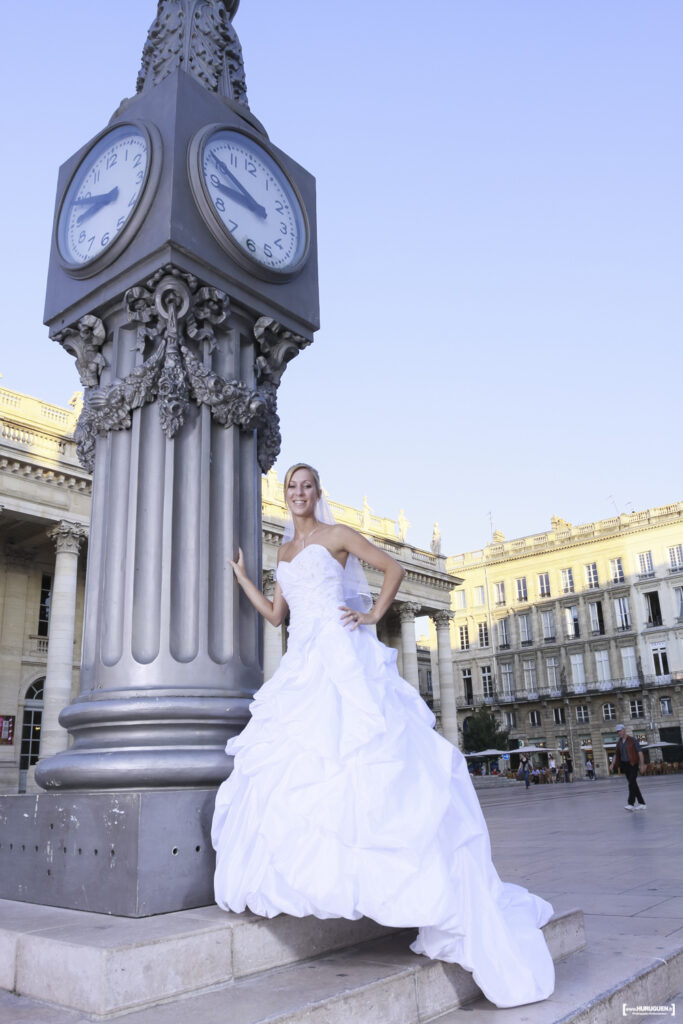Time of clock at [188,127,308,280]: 8:49
